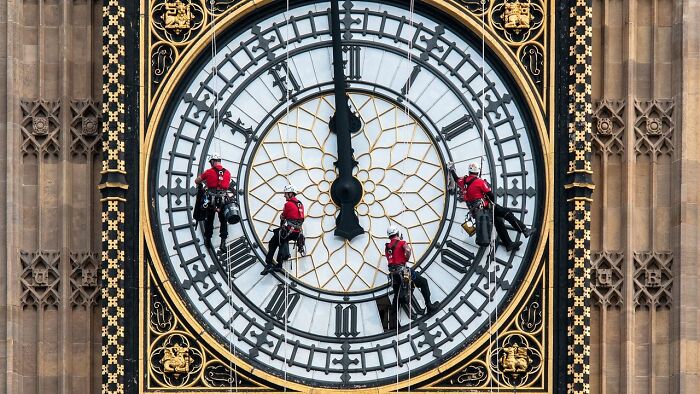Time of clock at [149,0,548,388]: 11:58
